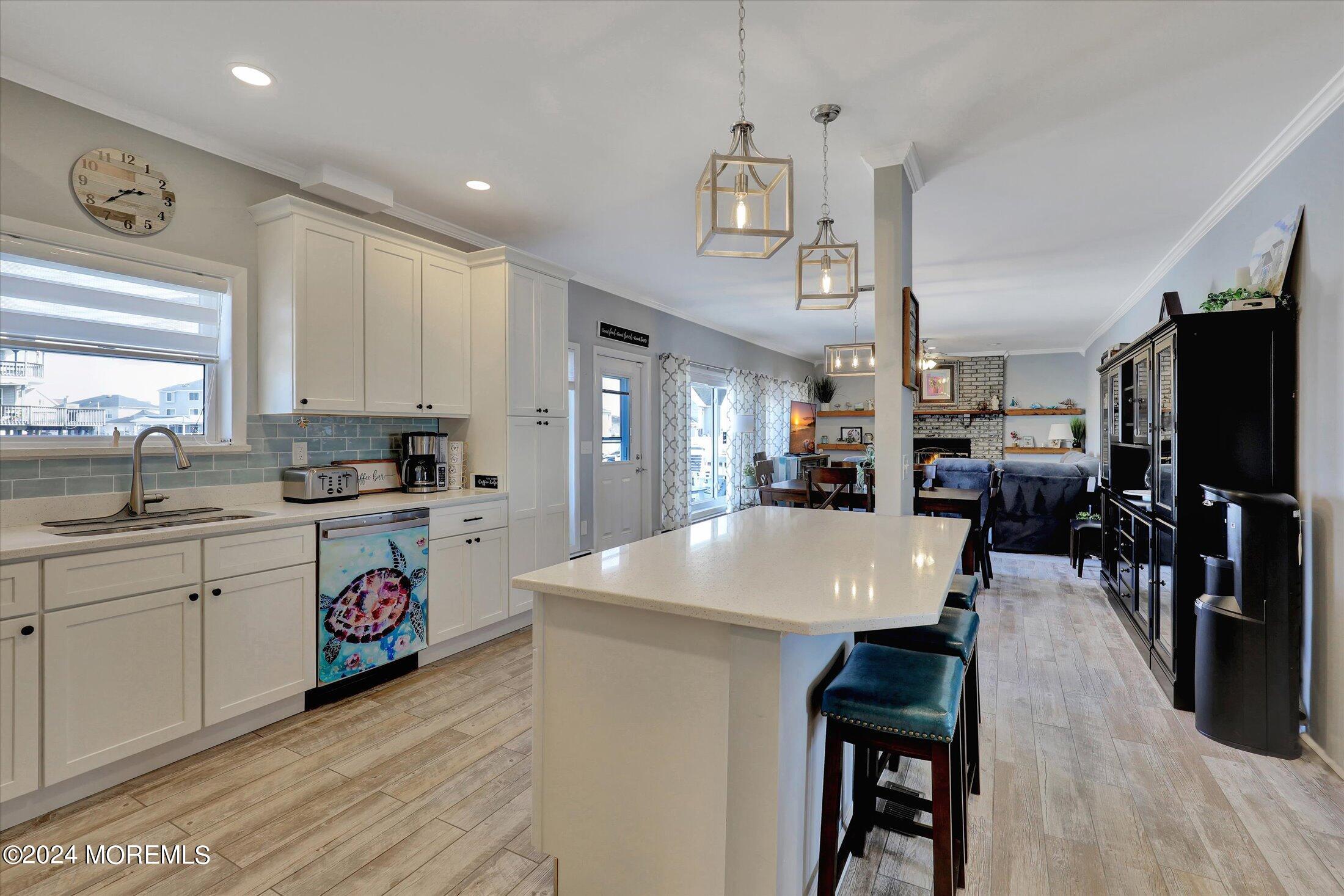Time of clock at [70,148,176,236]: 2:38
